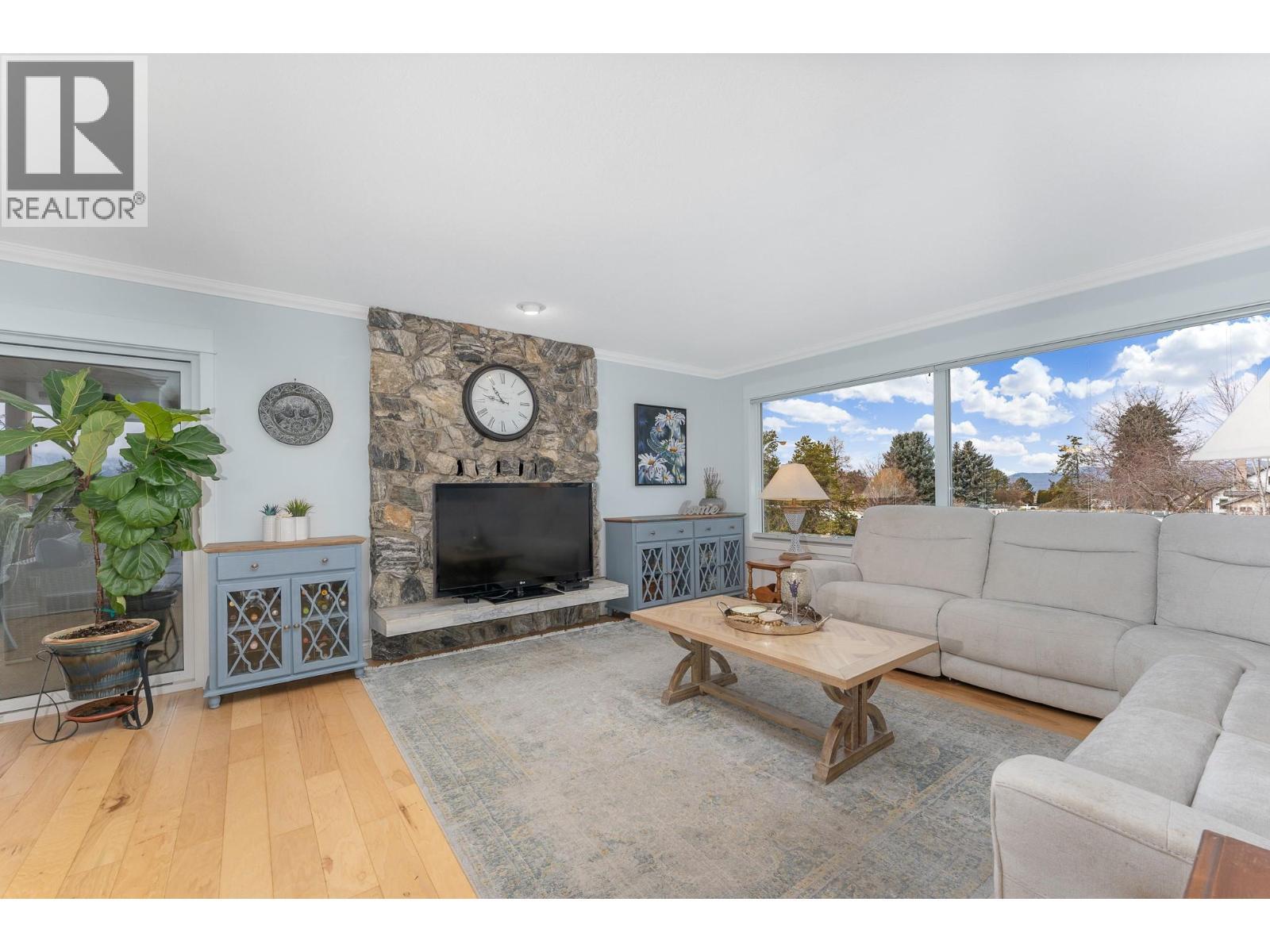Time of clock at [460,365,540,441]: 10:47
